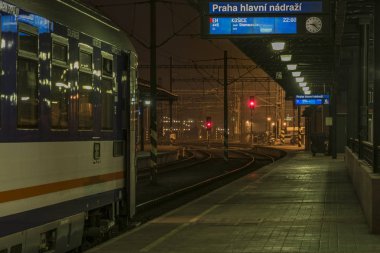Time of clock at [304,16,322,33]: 9:22
